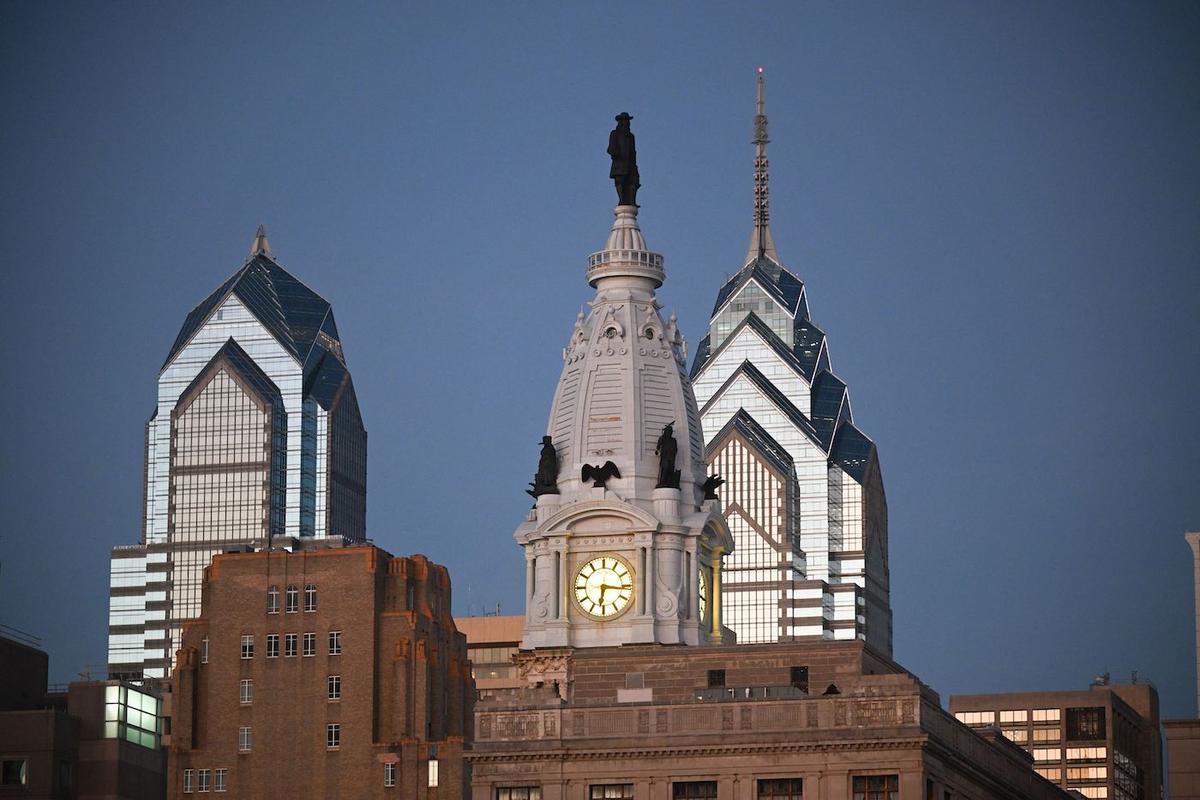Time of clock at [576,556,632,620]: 6:16
